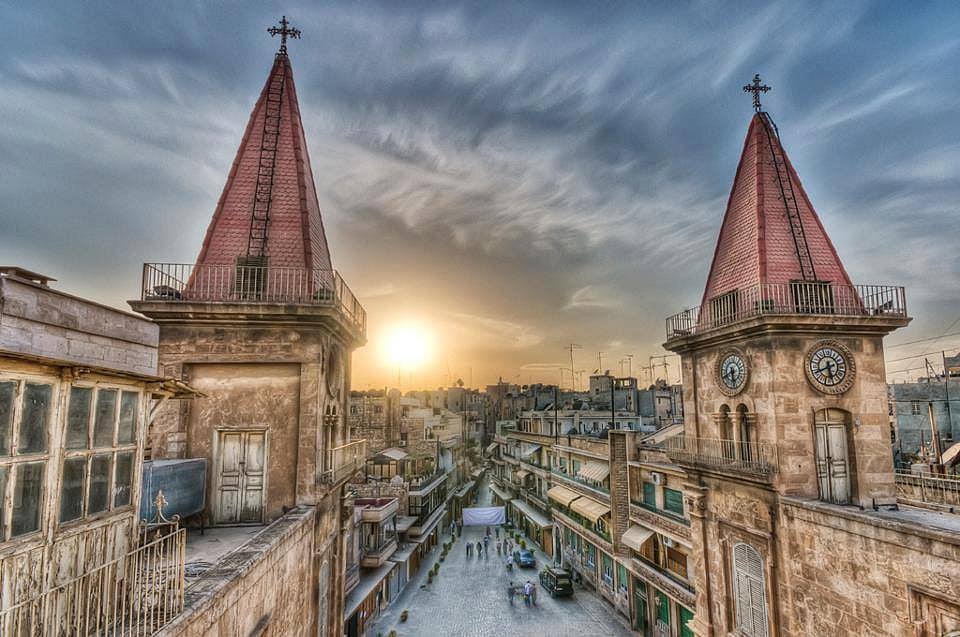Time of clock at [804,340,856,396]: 5:40
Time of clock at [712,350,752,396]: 5:40
